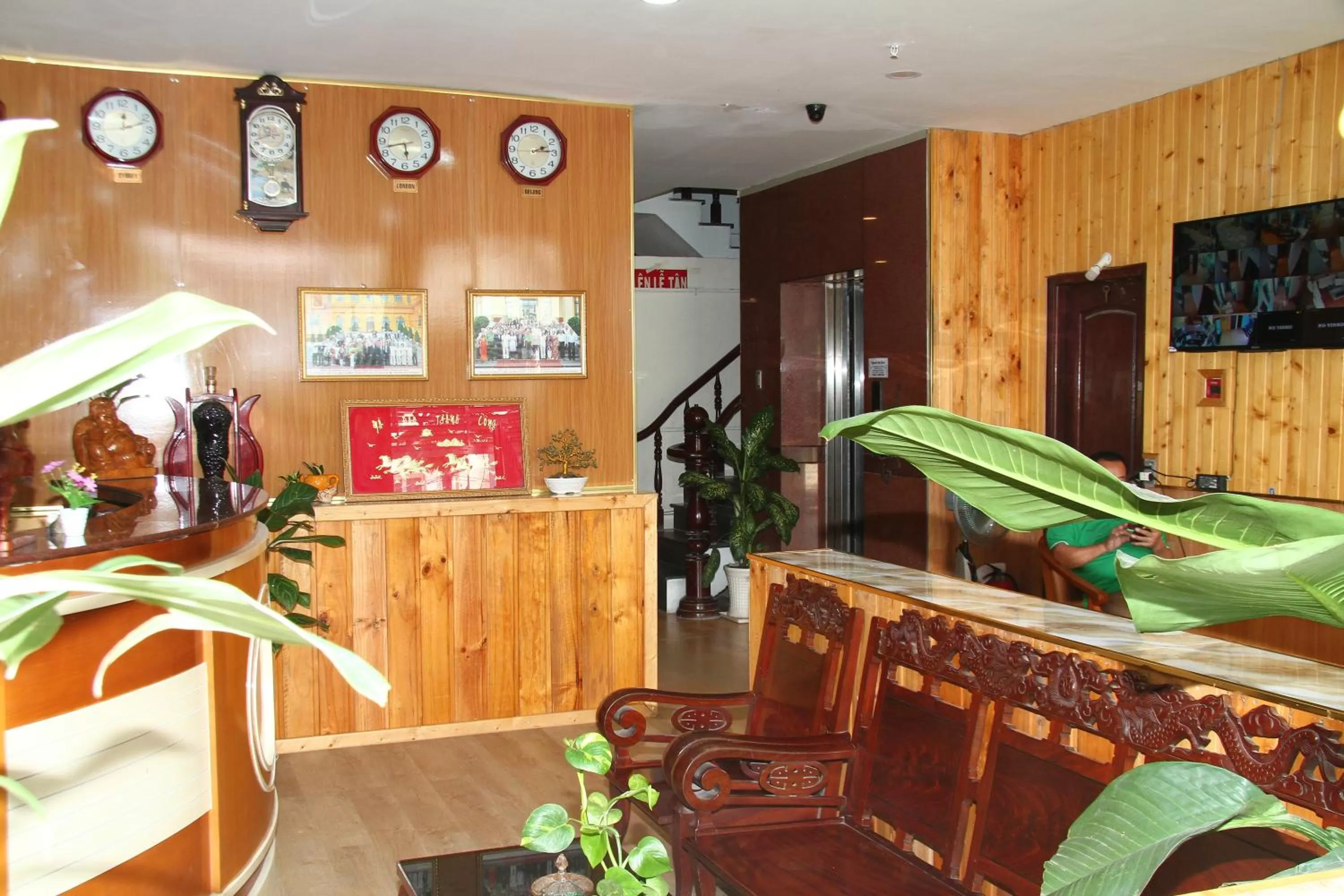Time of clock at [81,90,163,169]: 12:11
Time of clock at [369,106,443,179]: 5:42
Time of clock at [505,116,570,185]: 2:14
